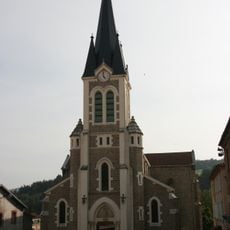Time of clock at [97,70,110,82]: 4:59
